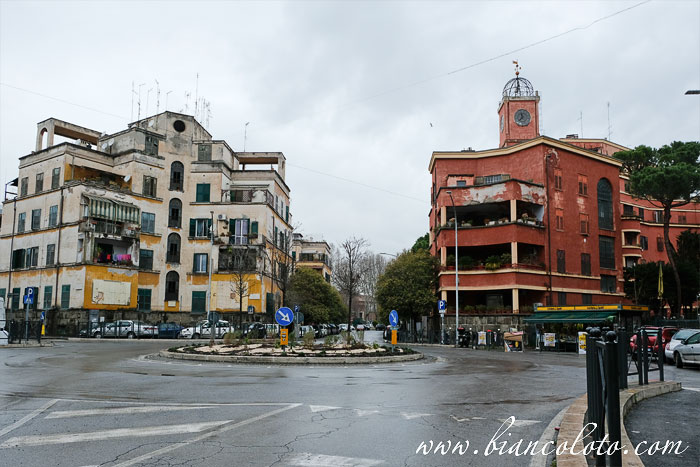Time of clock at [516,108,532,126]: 11:37
